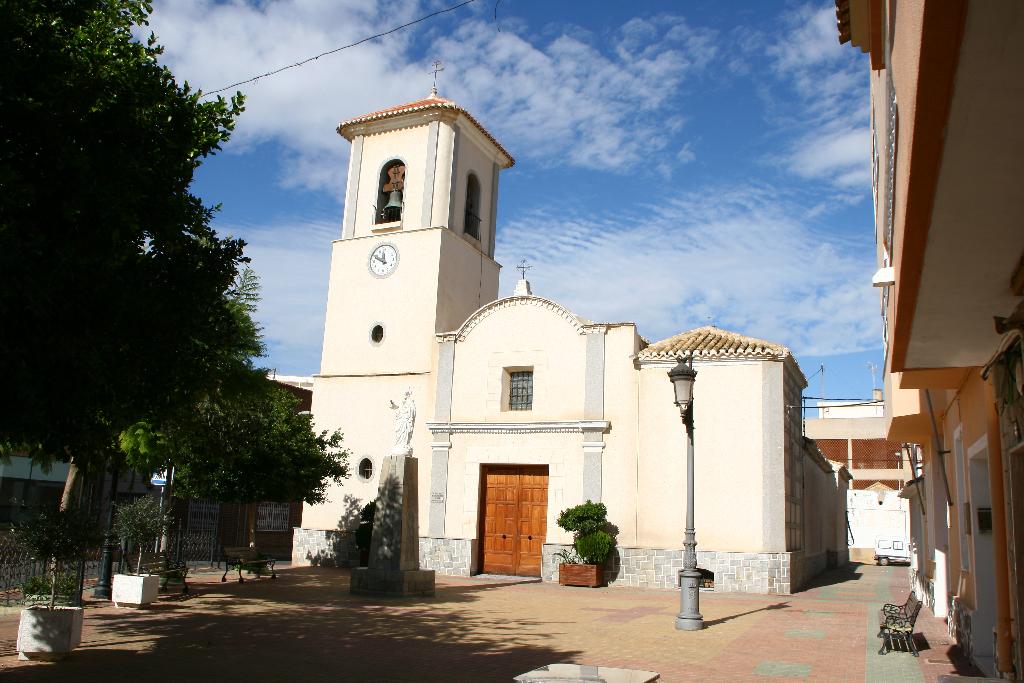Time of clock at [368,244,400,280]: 11:49
